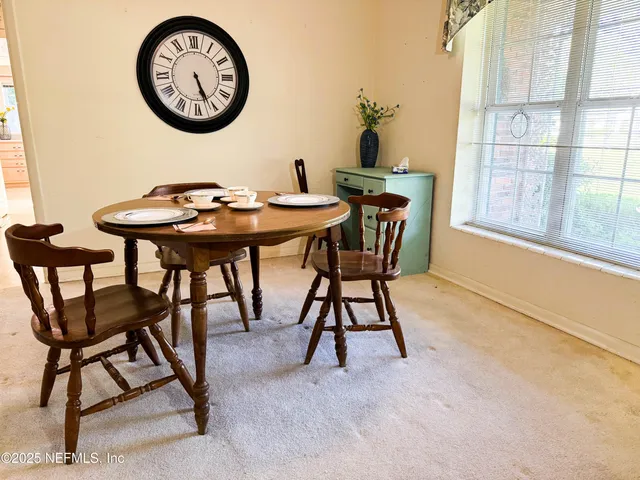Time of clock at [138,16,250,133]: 5:26
